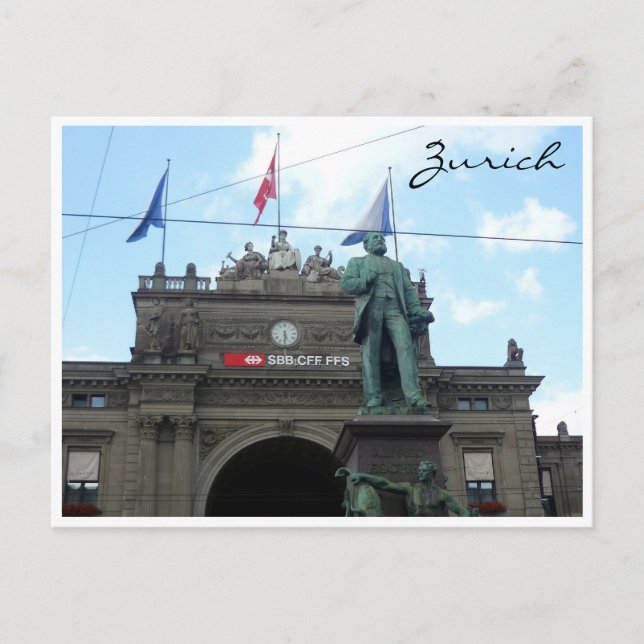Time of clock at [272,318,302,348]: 5:30
